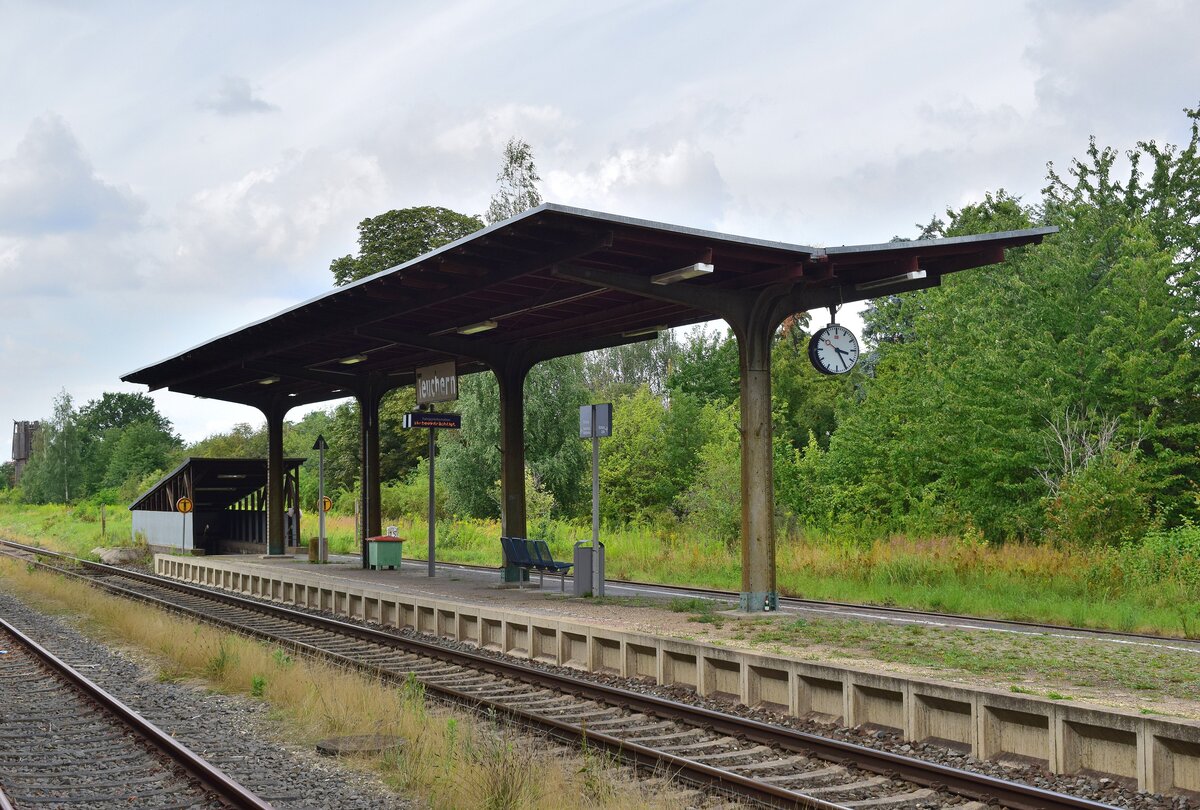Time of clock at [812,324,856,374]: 3:24
